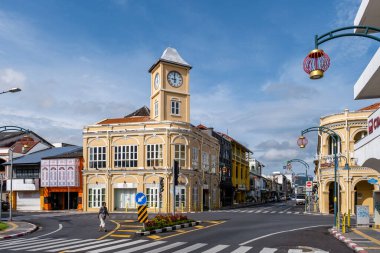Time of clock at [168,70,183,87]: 8:59
